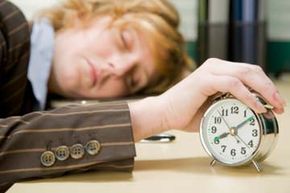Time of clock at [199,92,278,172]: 8:08
